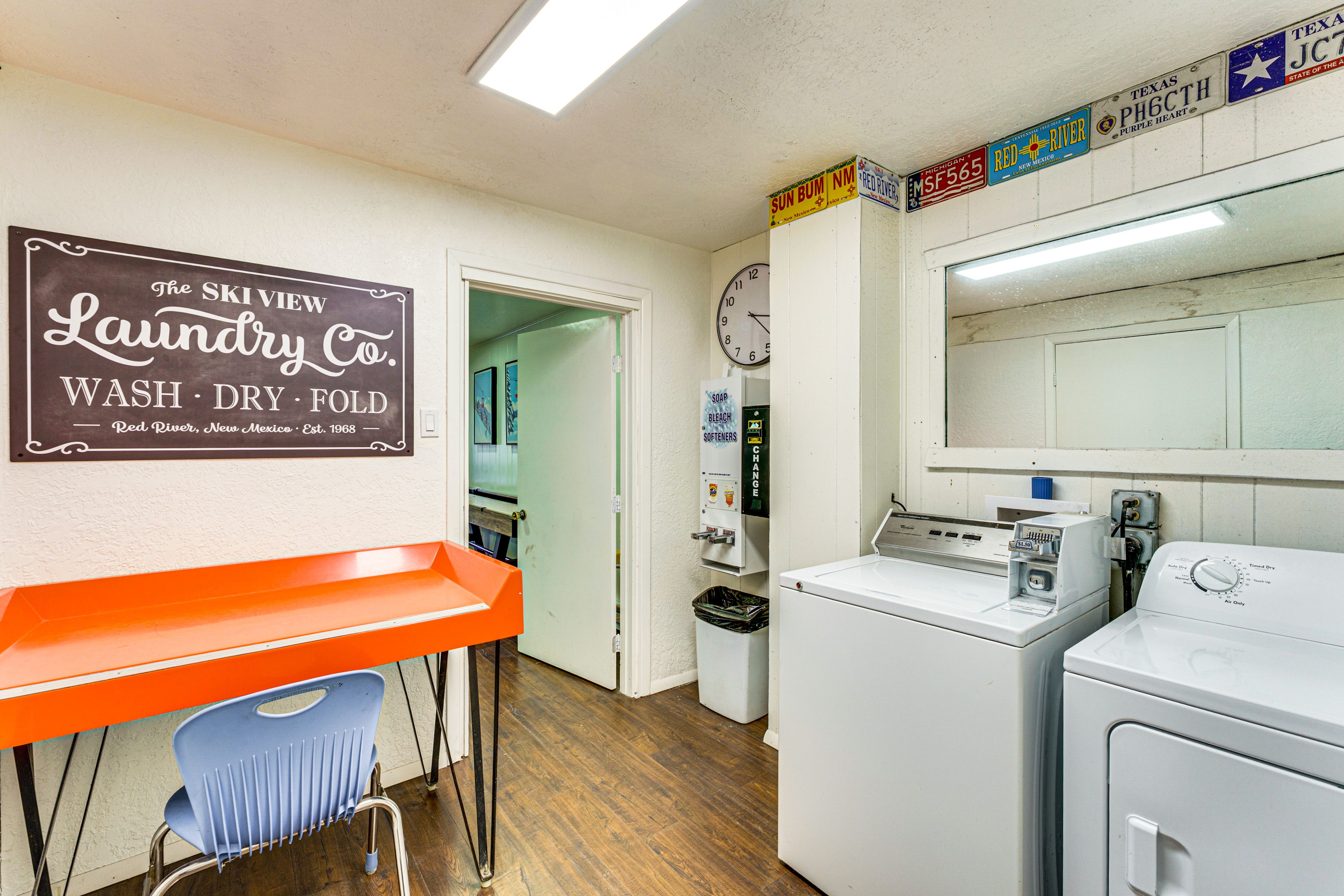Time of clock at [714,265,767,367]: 3:21
